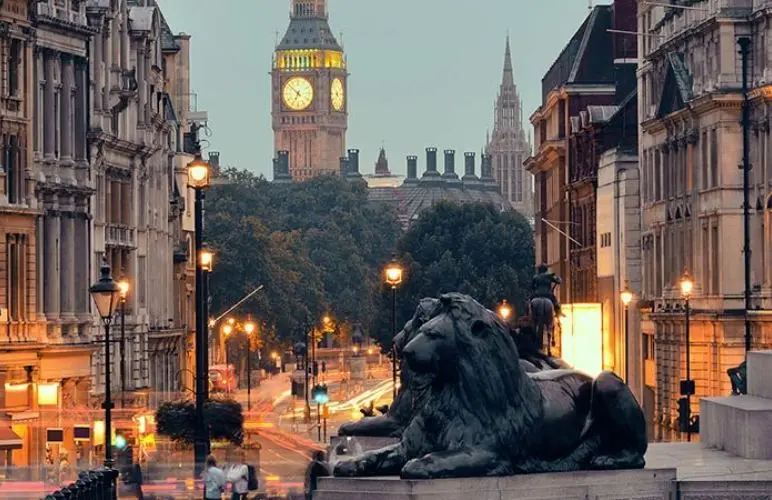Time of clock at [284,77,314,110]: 6:52
